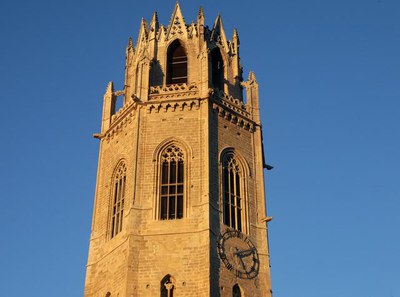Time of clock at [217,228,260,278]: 5:11
